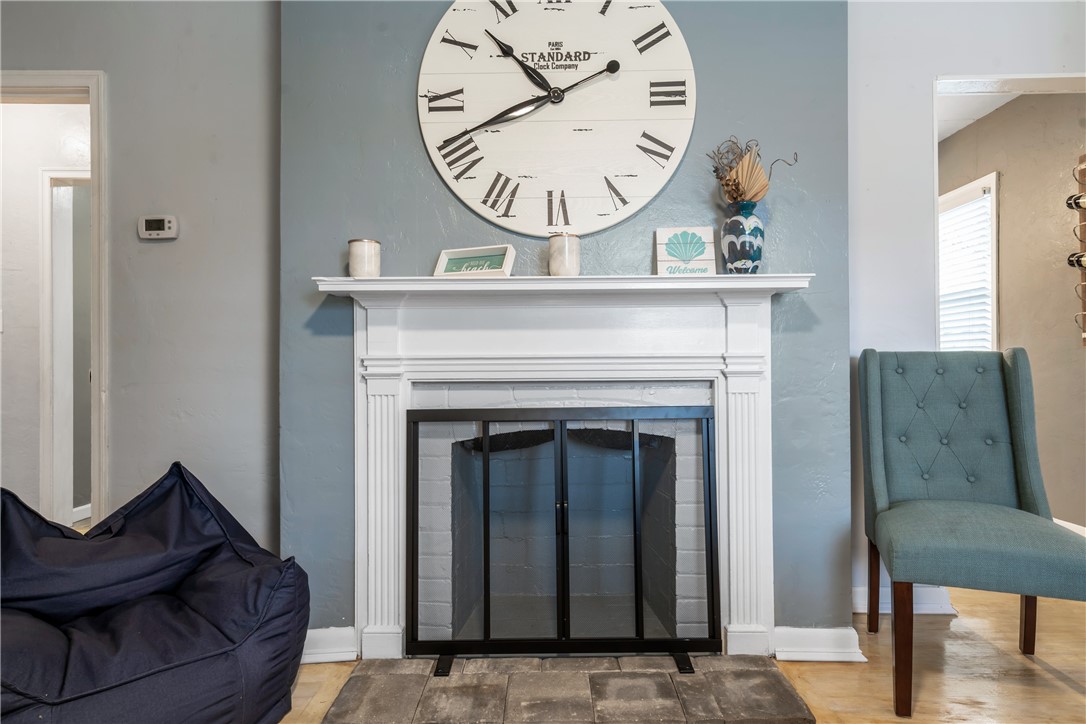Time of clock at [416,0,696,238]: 10:41
